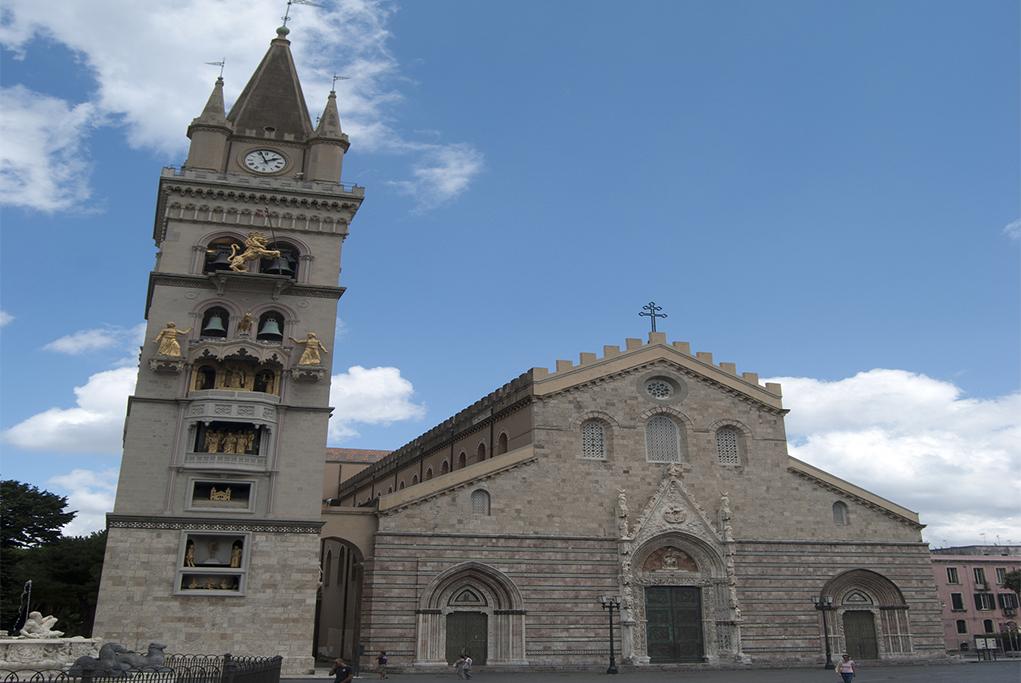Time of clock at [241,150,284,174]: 1:56
